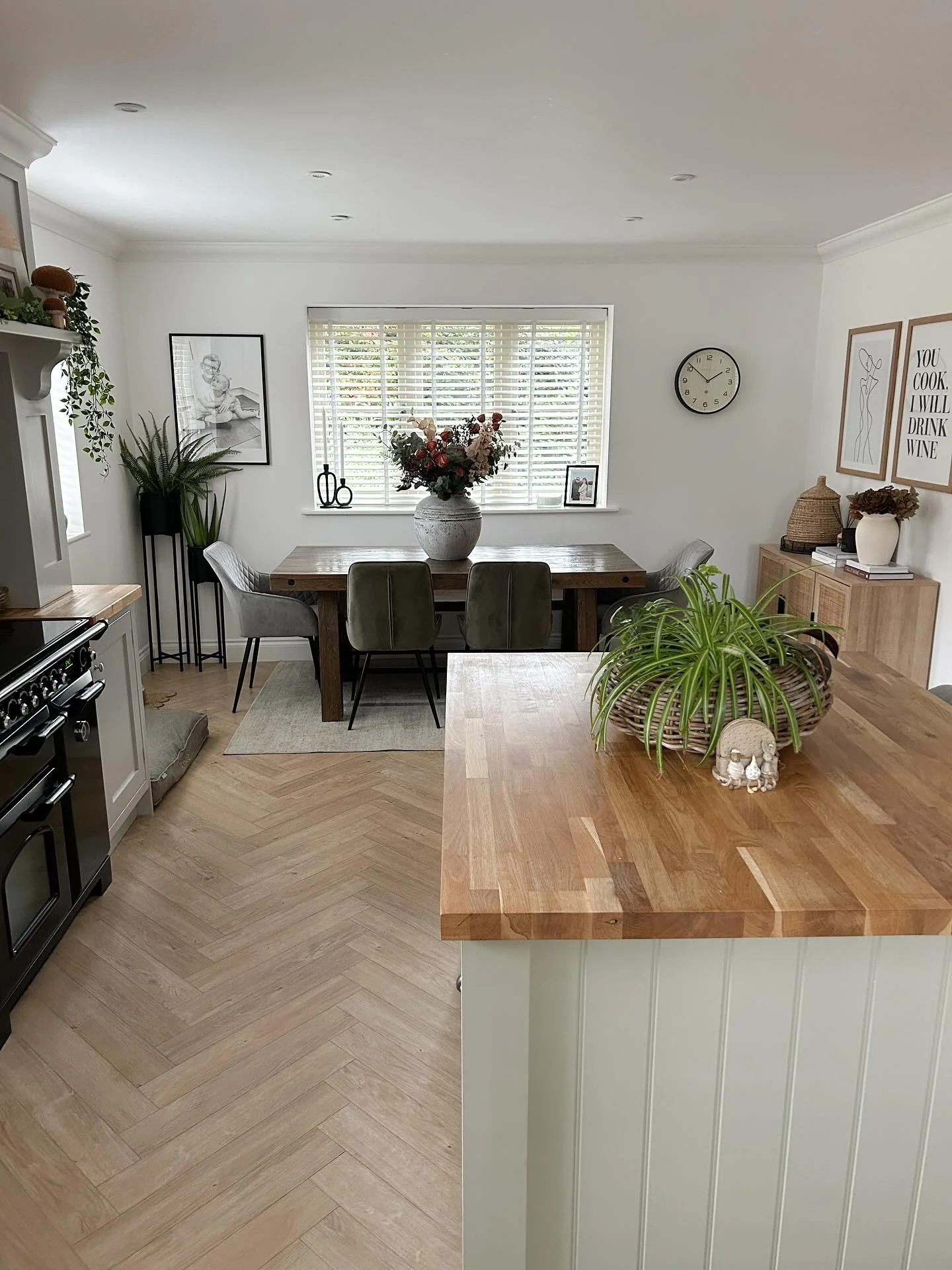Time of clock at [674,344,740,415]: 1:51
